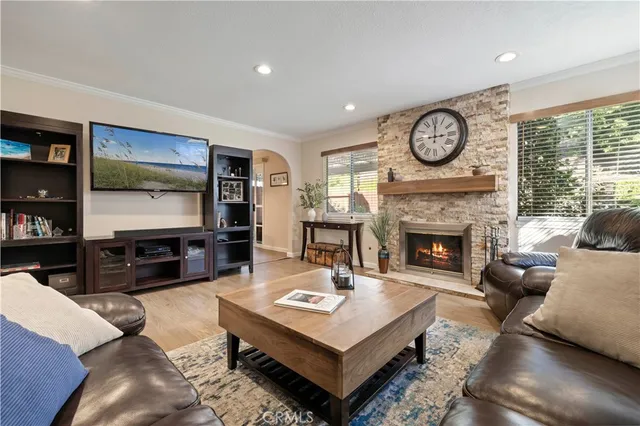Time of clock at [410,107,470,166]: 3:00
